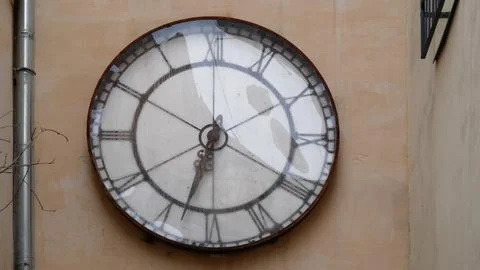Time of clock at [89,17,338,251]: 6:32
